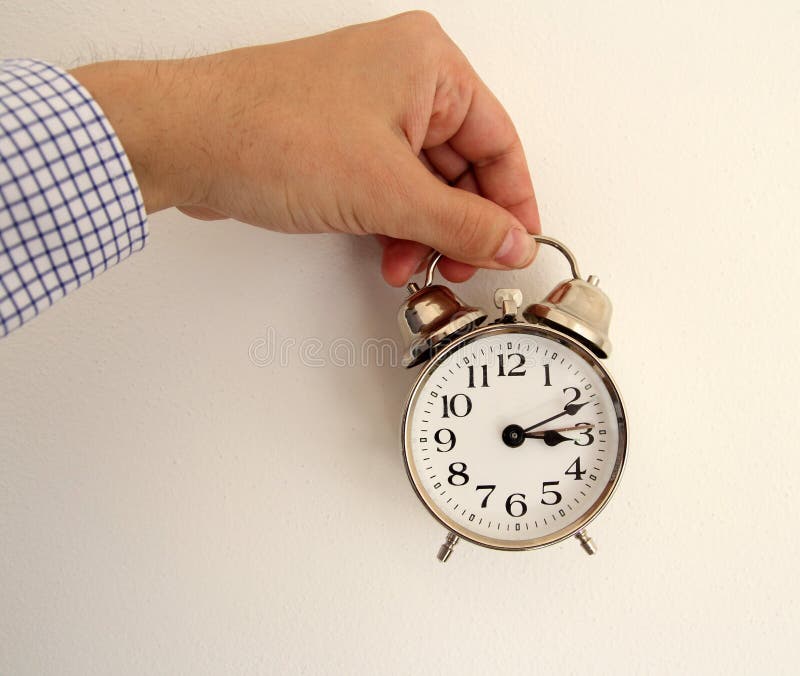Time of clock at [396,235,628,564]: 3:11
